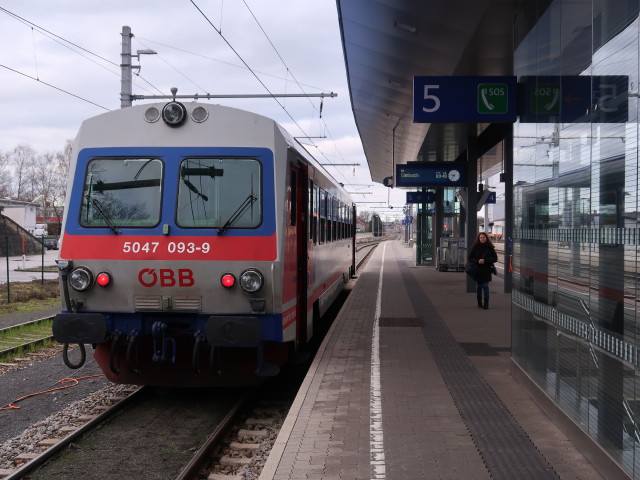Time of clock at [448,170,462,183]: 9:37
